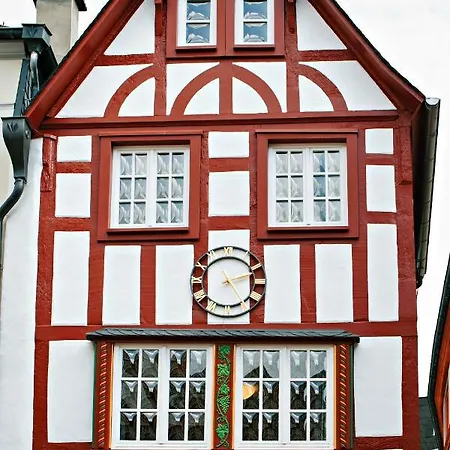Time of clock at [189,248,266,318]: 2:24
